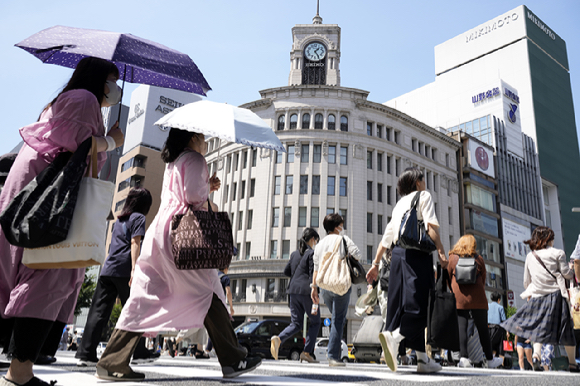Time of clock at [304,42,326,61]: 1:24
